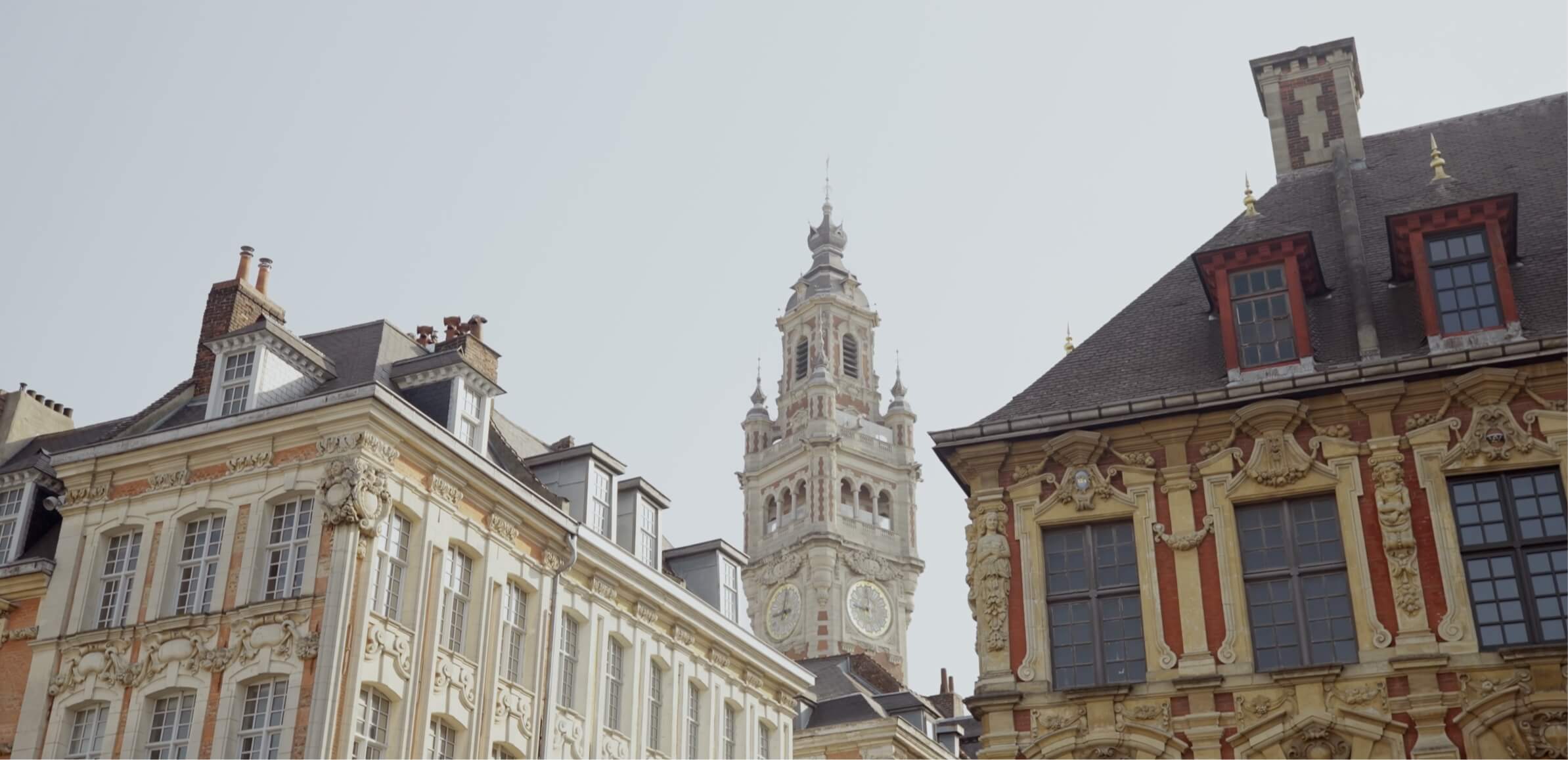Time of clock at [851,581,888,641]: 9:01
